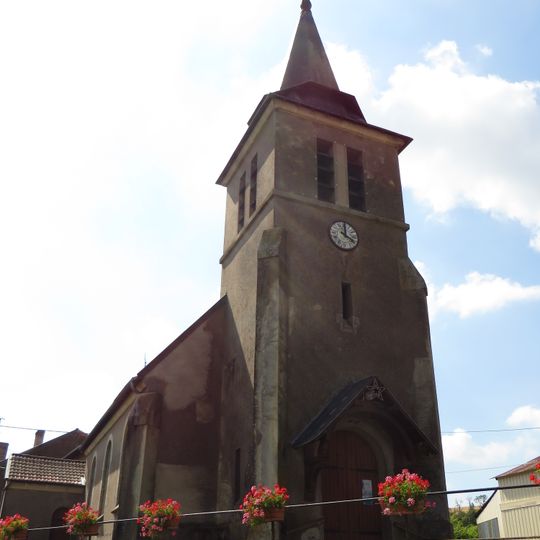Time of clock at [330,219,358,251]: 4:00
